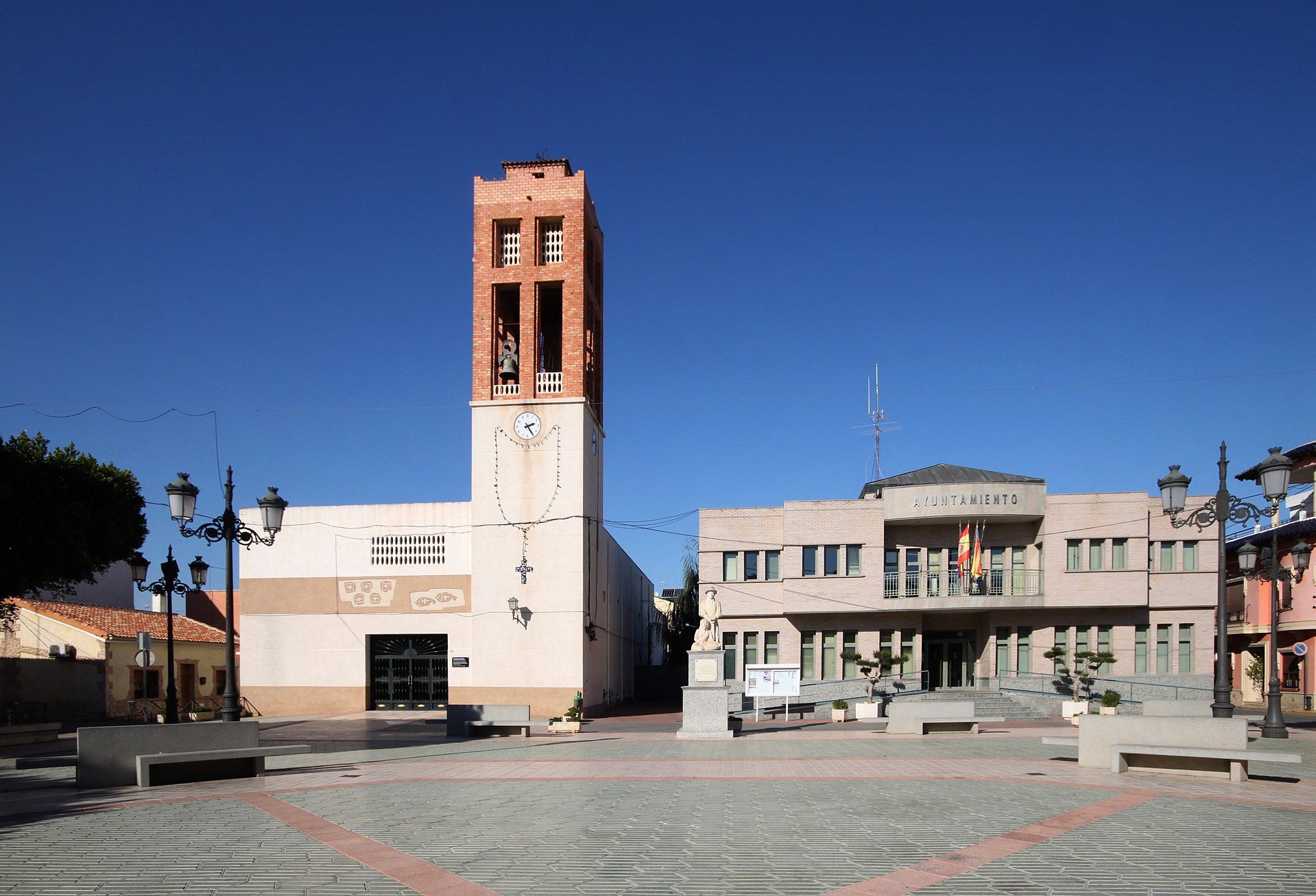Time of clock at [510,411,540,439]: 2:24
